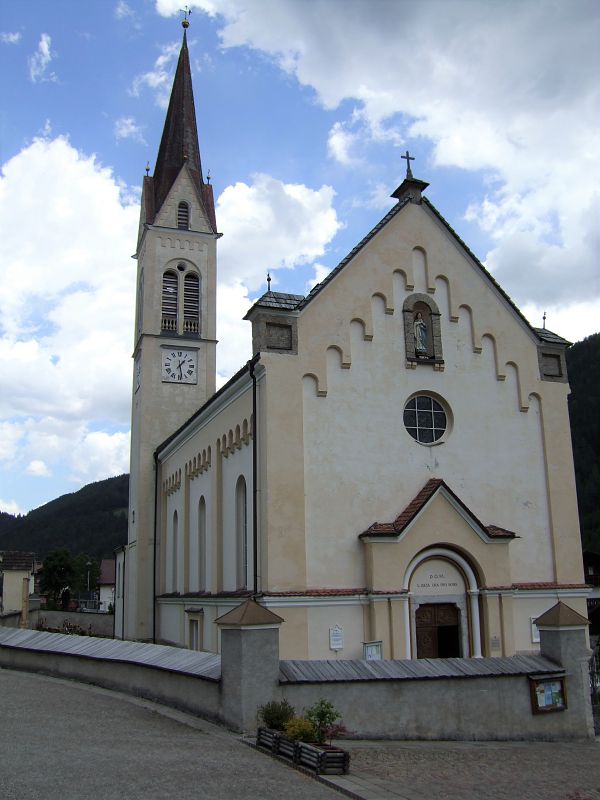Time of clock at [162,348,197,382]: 1:28
